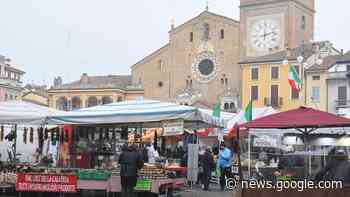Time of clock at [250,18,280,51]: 12:12
